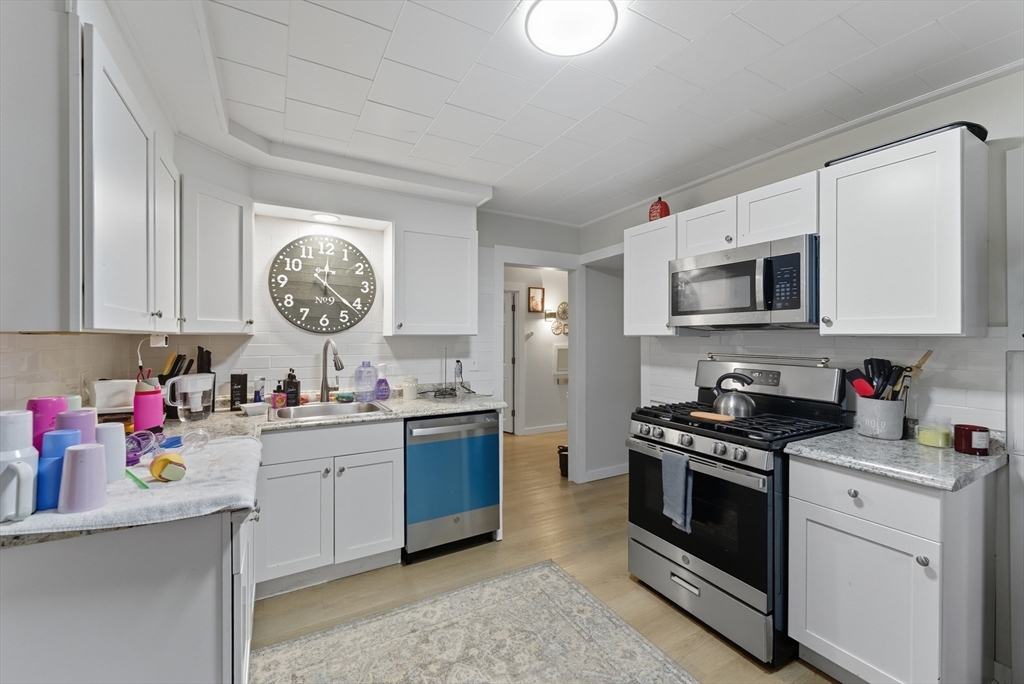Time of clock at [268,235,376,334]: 12:21
